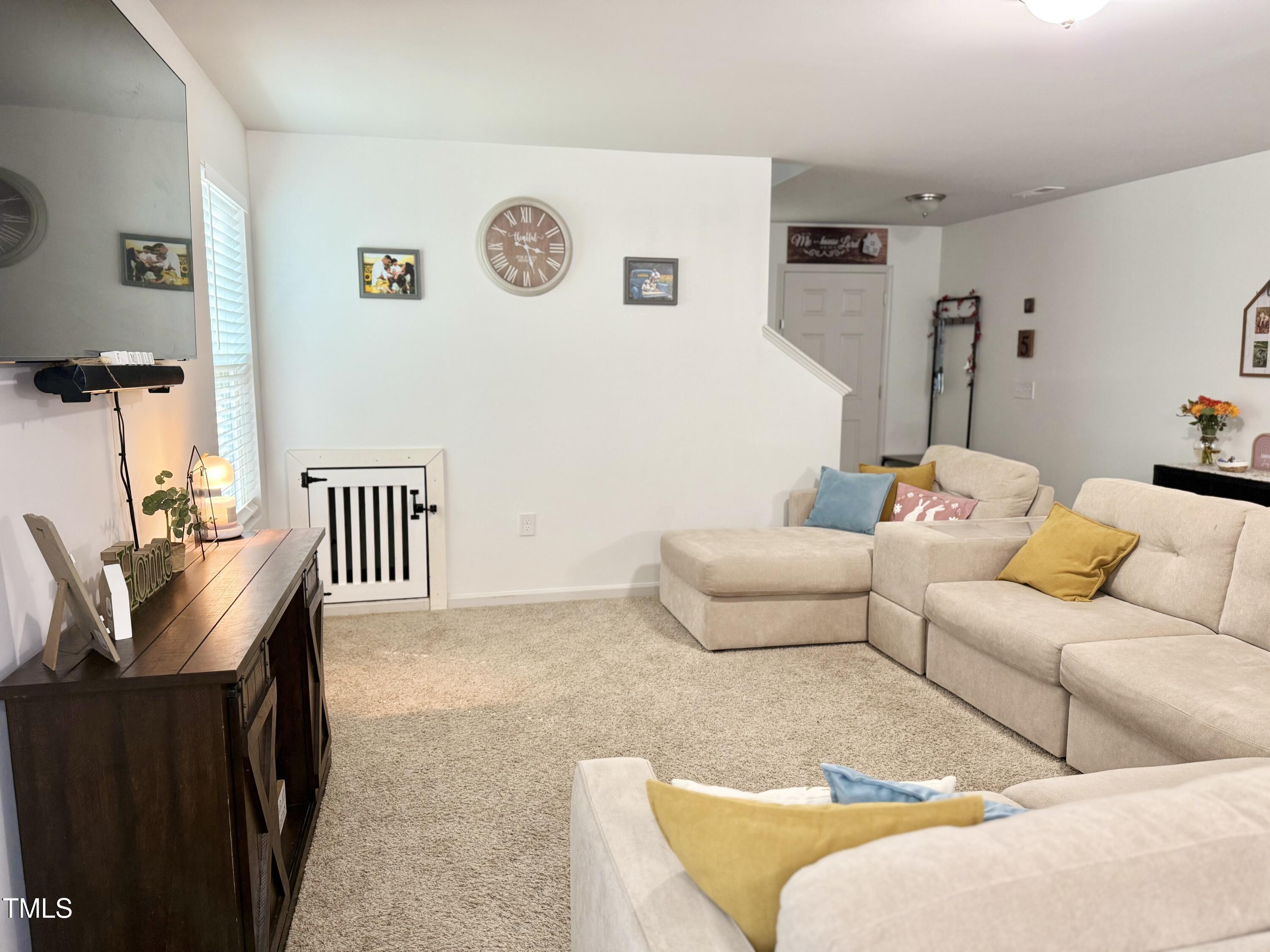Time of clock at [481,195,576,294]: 3:27
